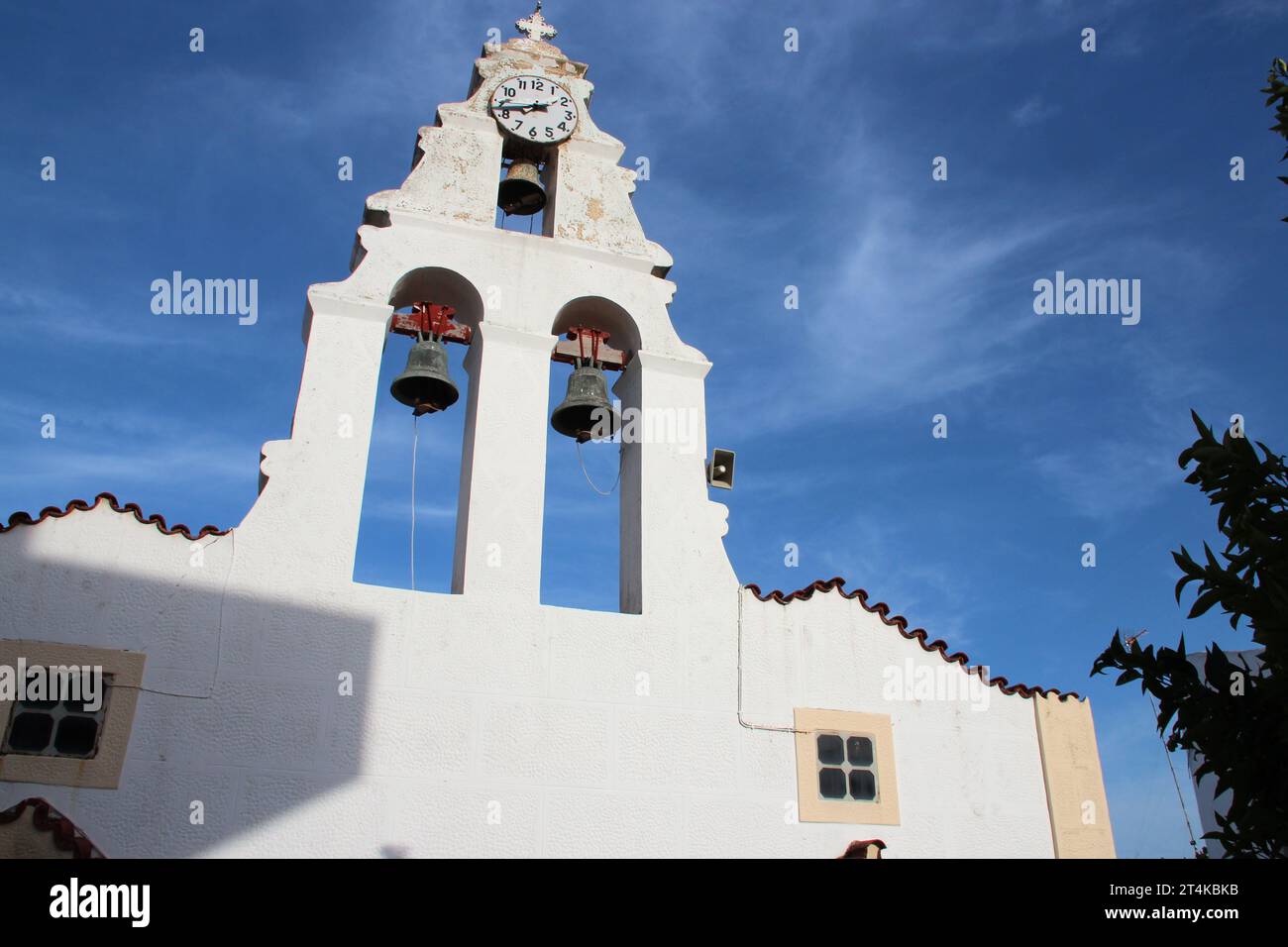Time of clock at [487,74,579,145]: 7:42
